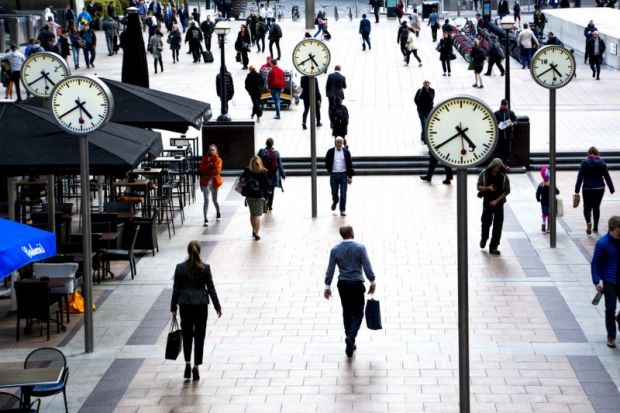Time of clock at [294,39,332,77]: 4:40
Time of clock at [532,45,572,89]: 4:40
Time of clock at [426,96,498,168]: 4:39
